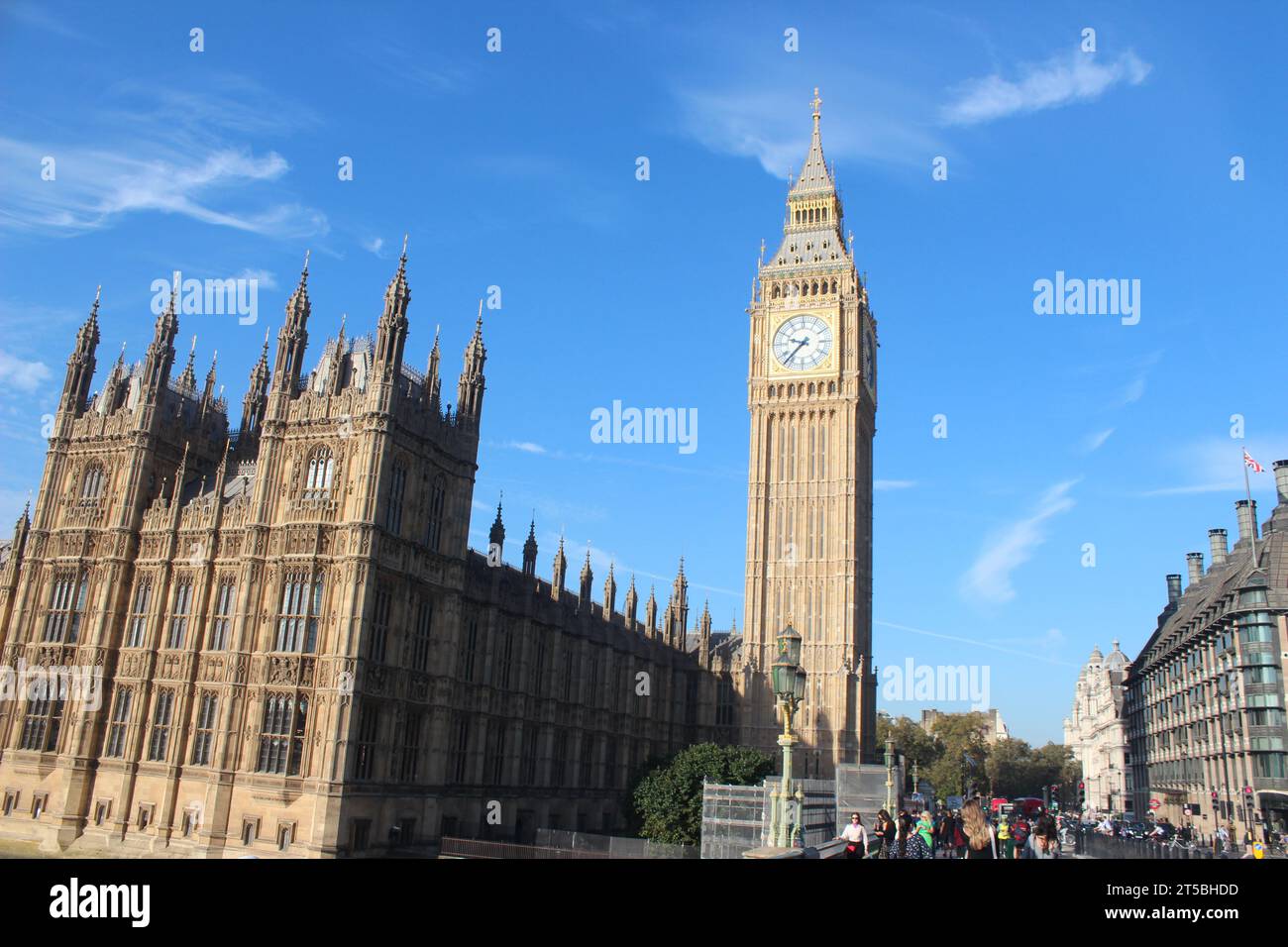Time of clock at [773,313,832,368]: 9:37
